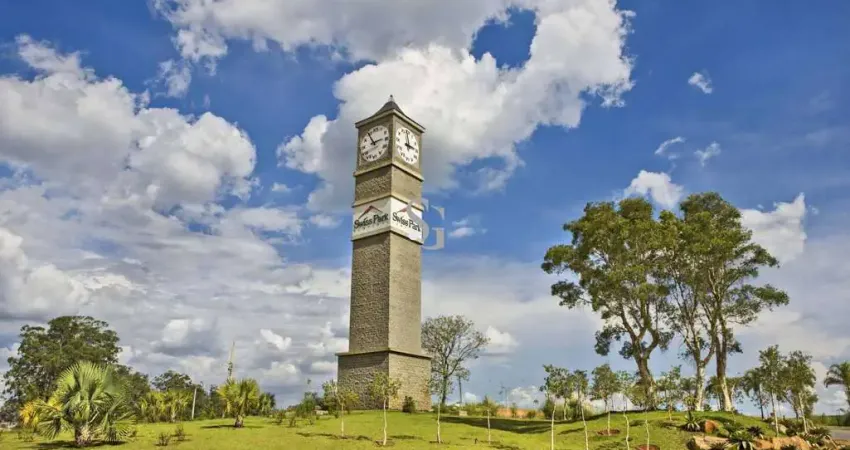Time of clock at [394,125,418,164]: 2:58
